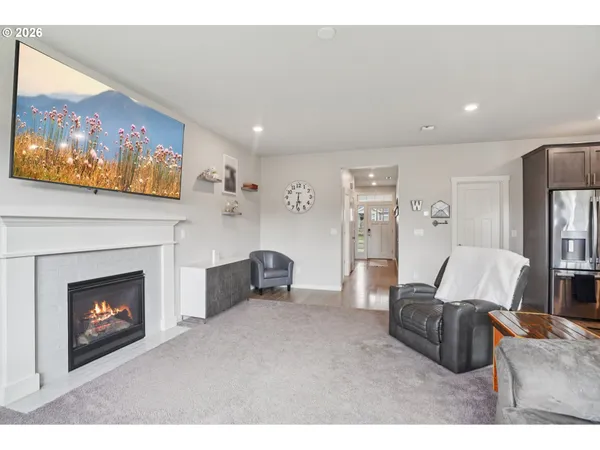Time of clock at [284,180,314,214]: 5:31
